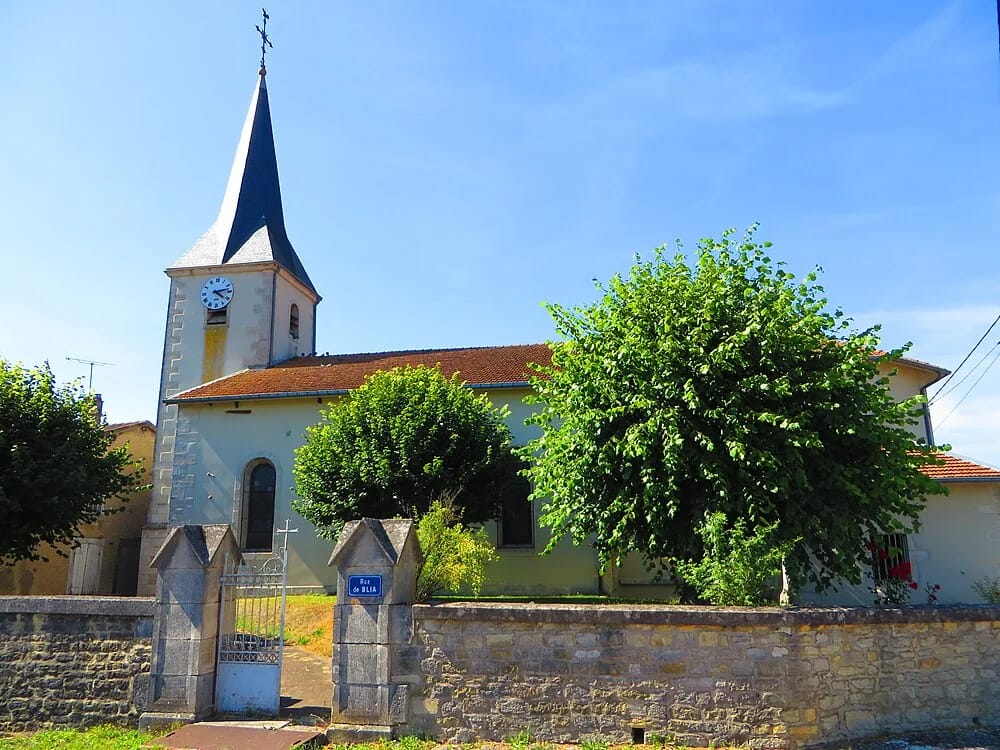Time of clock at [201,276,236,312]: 4:12
